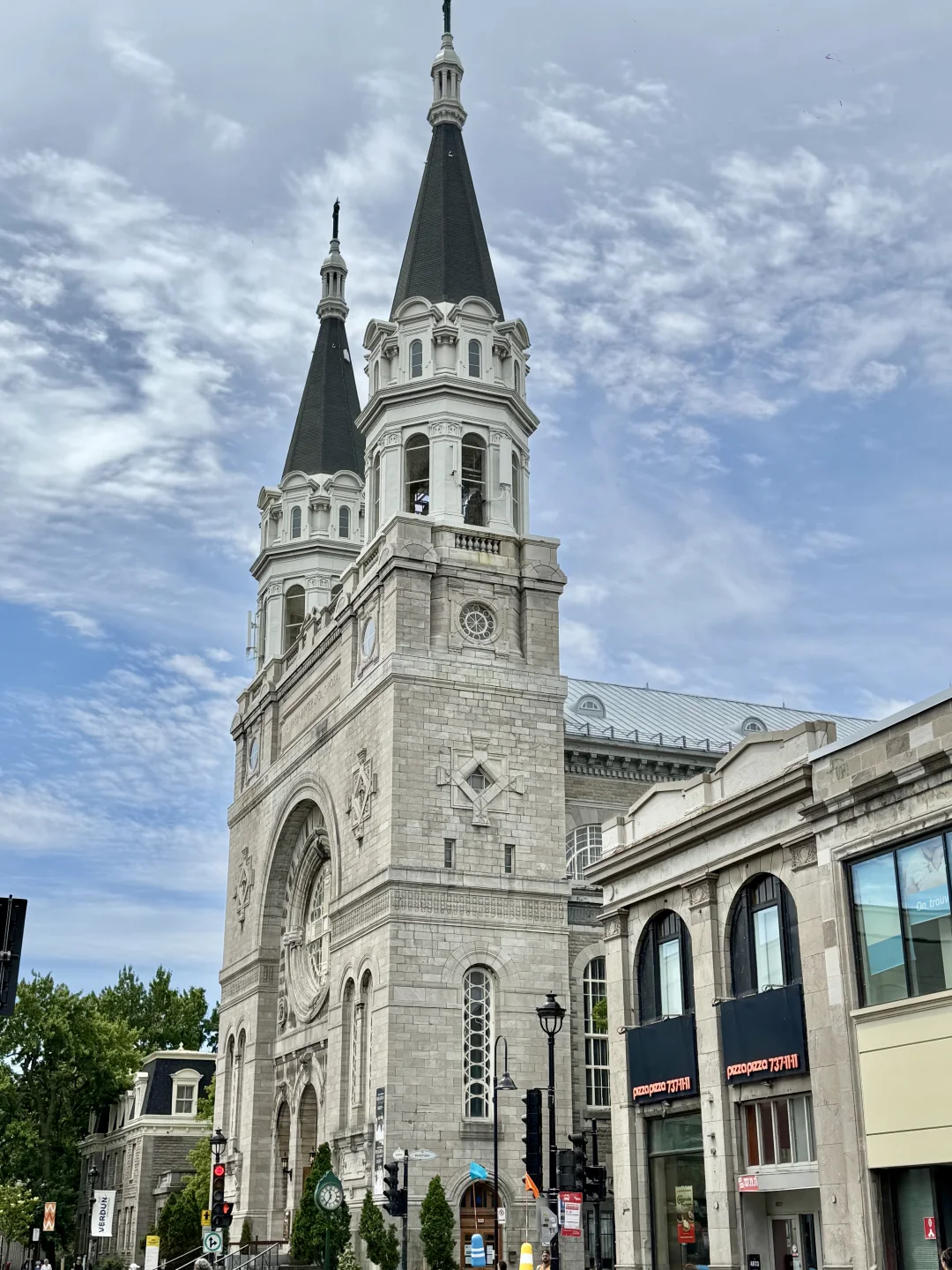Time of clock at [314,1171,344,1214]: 11:35
